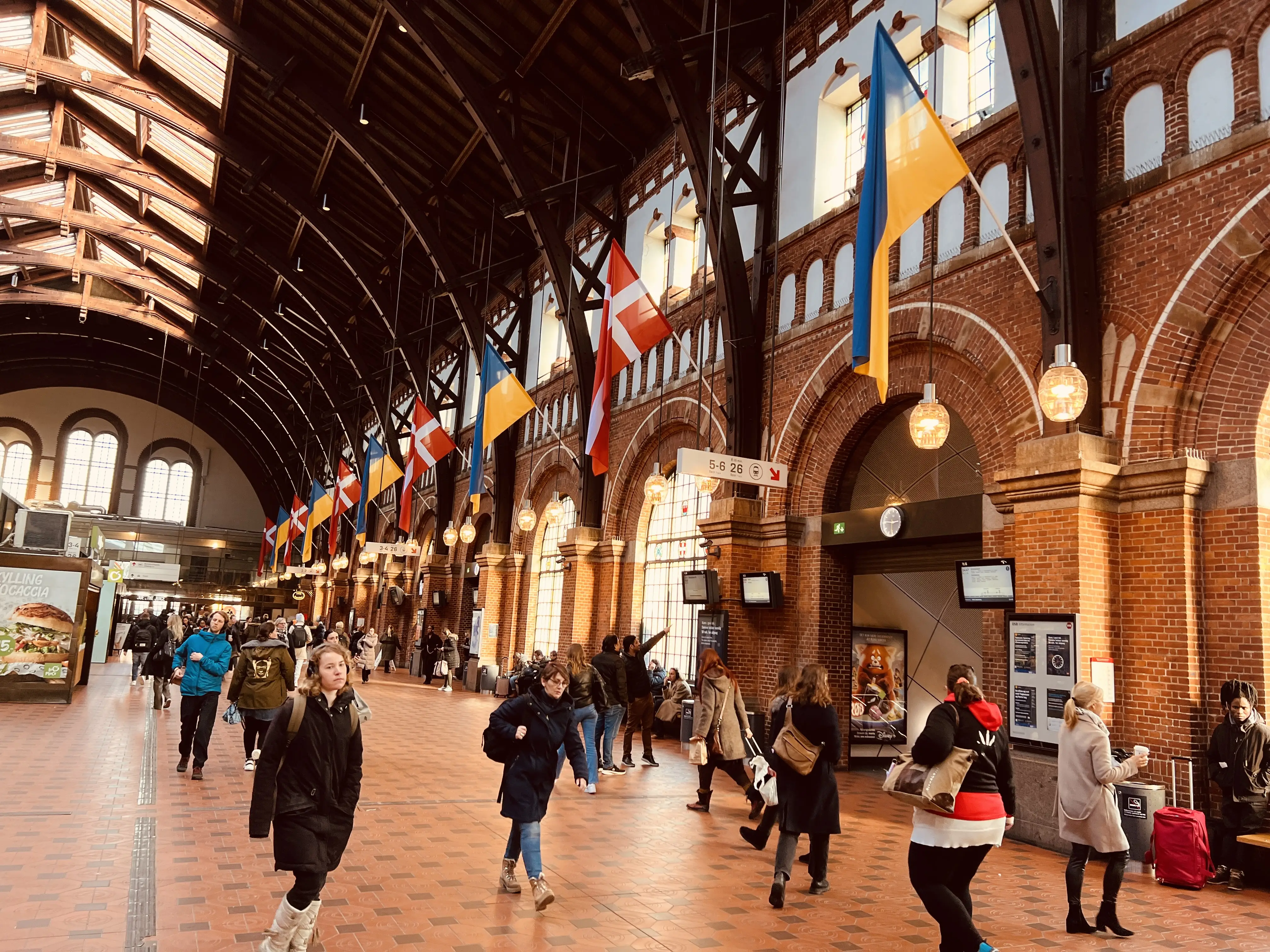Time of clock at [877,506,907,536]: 2:46
